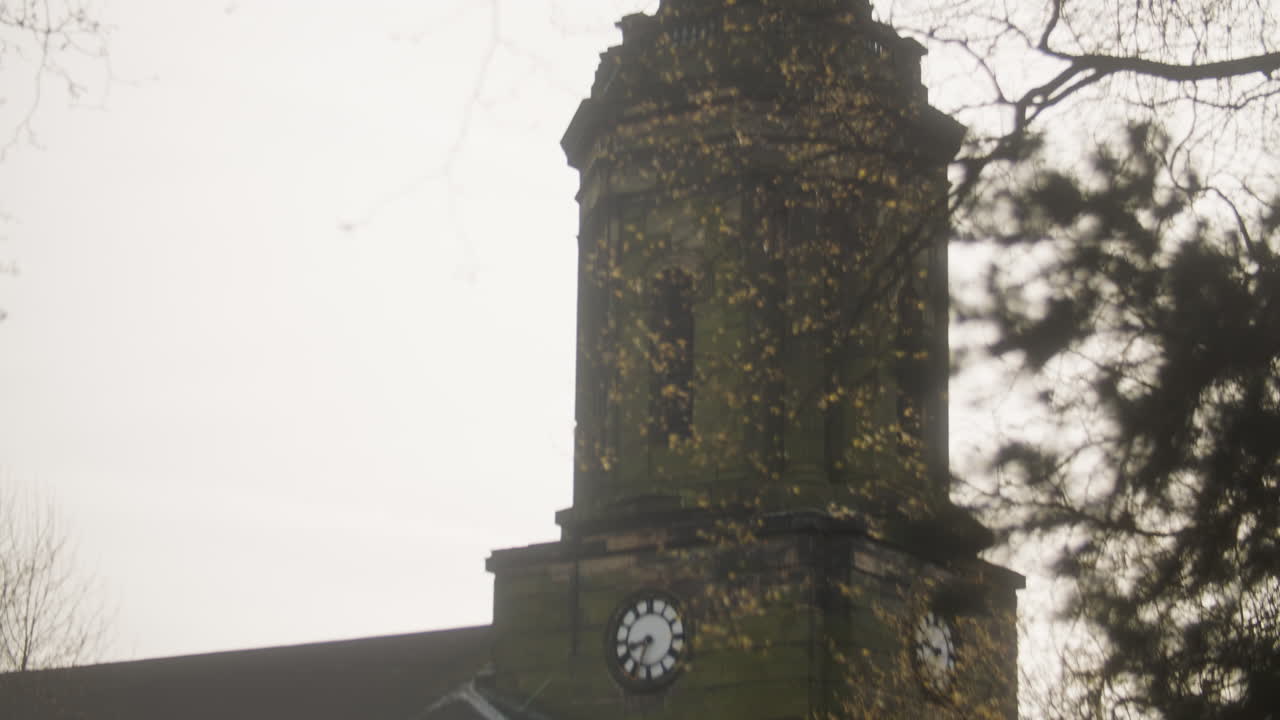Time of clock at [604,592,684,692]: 8:33
